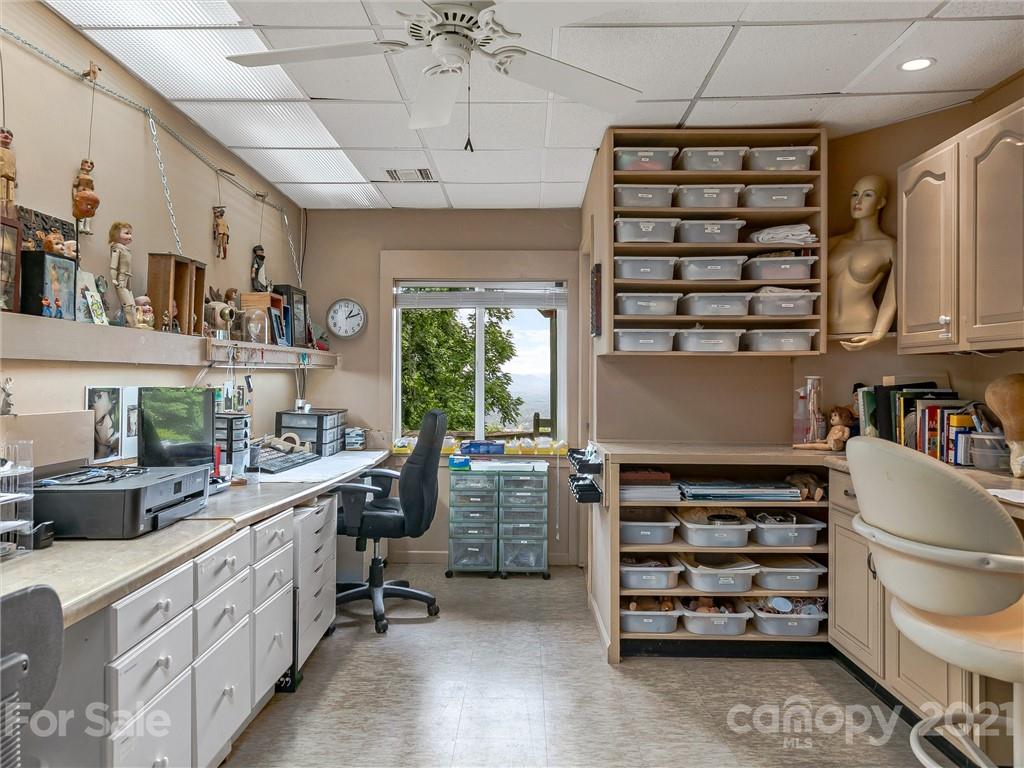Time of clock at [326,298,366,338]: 1:11
